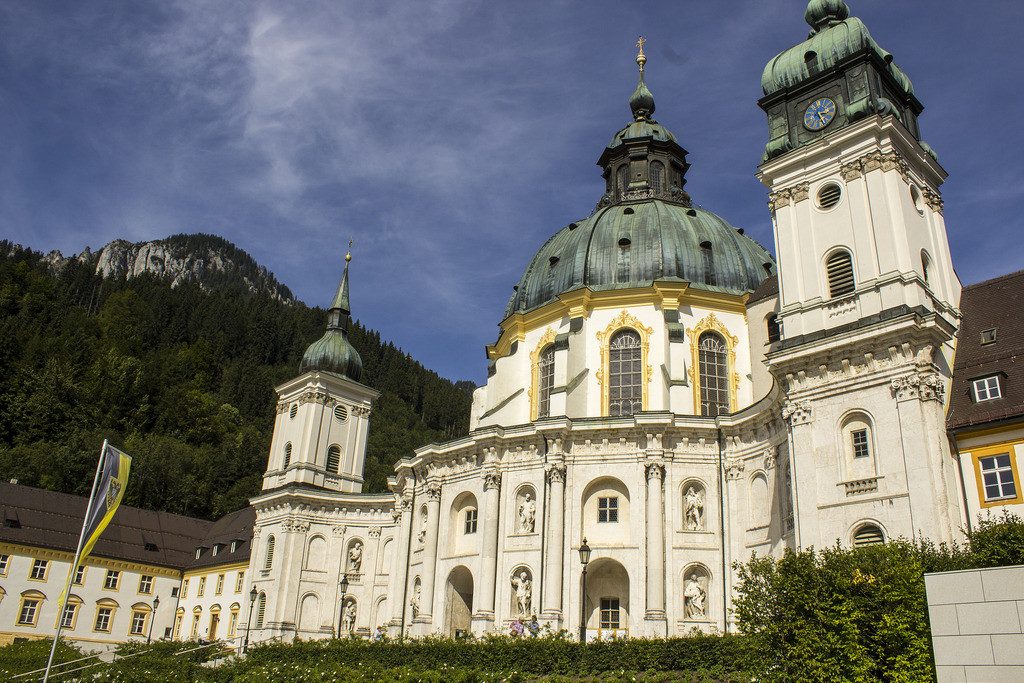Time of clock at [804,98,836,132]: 3:24
